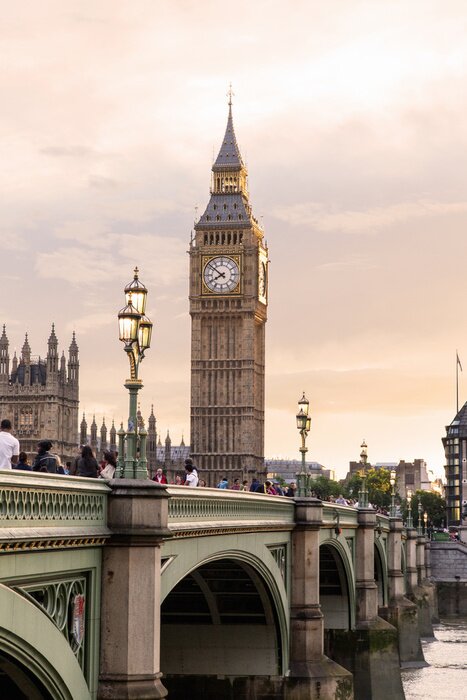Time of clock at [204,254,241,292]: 7:51
